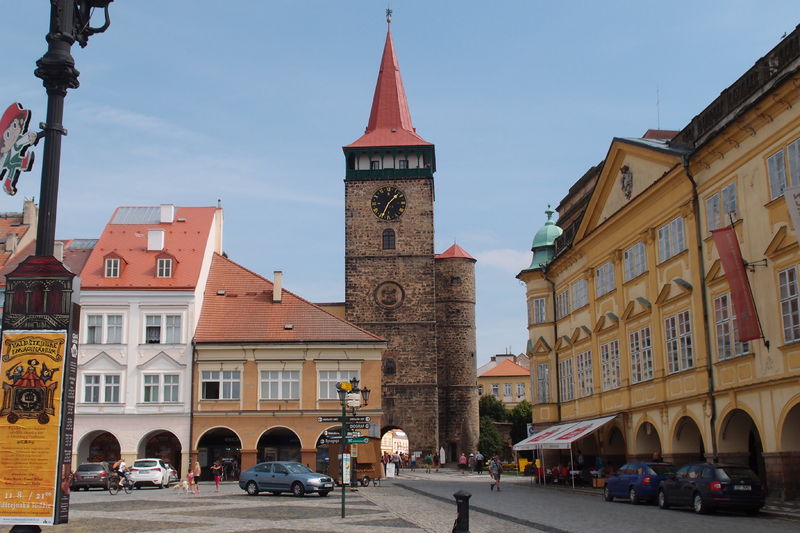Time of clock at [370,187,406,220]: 1:34
